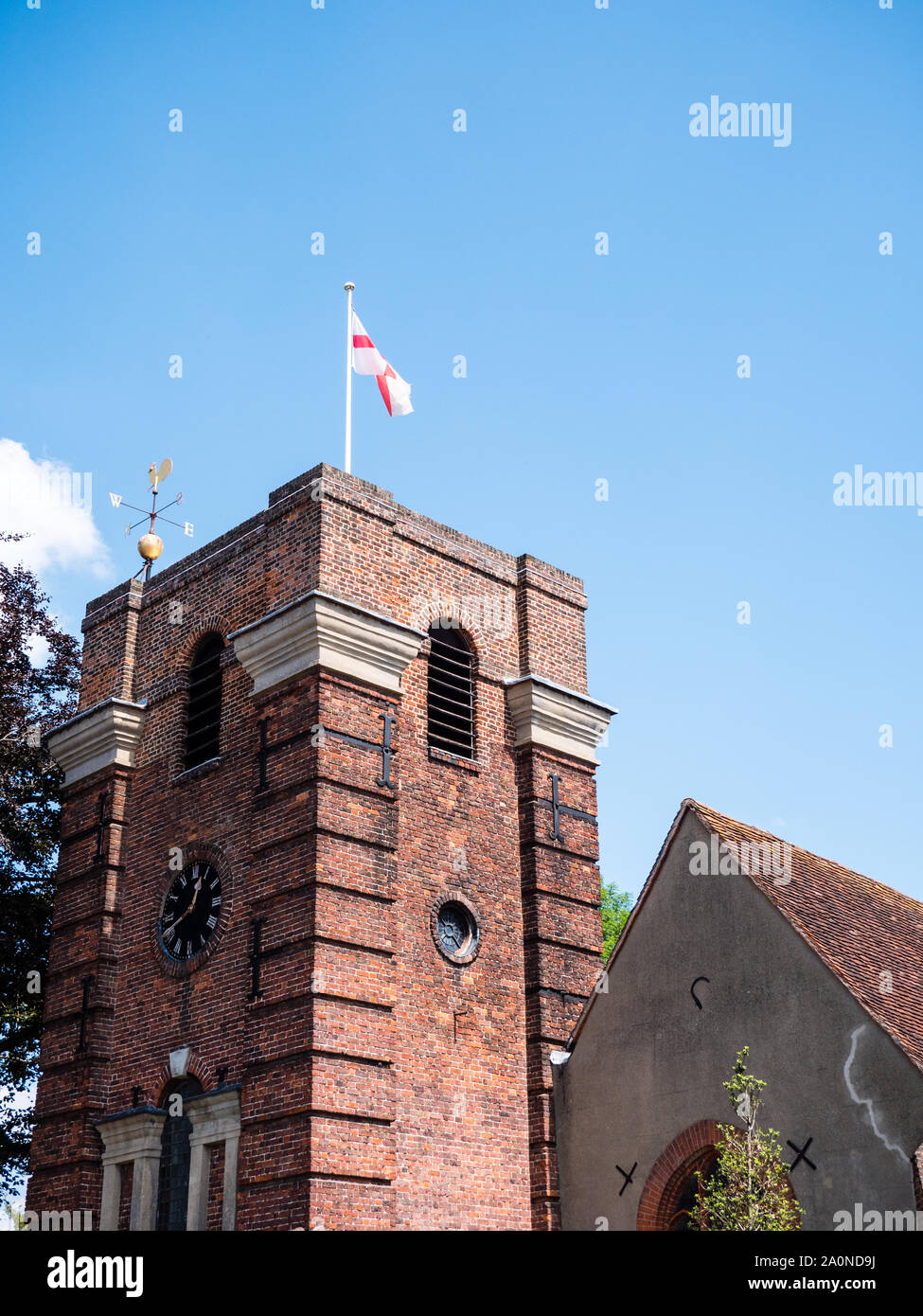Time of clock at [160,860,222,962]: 12:40
